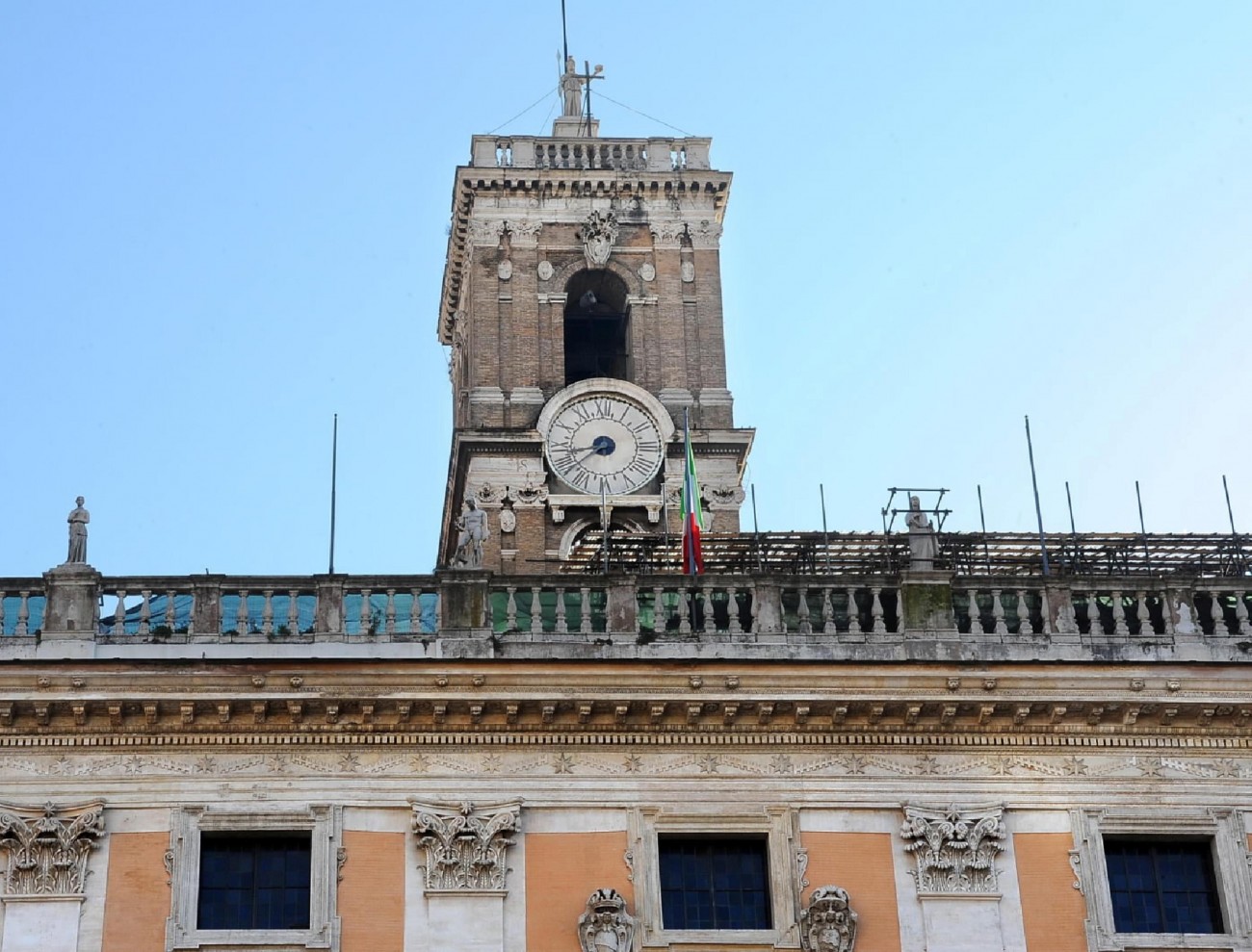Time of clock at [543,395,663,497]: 8:38
